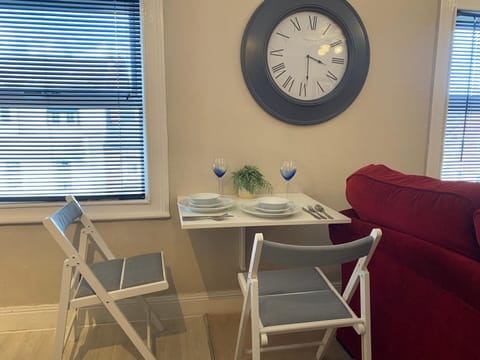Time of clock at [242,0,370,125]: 3:29
